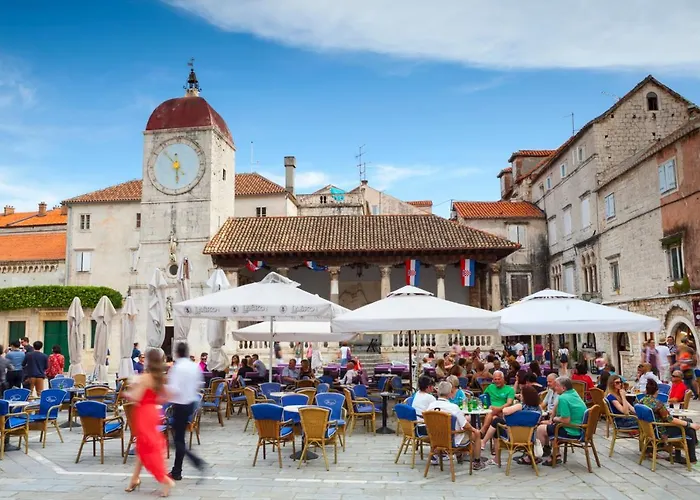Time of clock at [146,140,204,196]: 5:53
